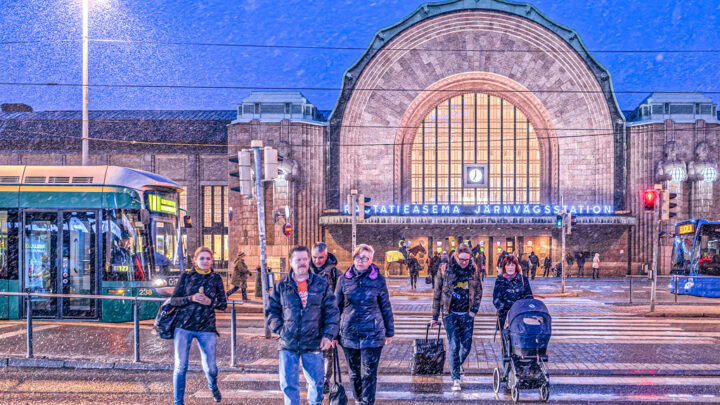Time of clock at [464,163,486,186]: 7:00
